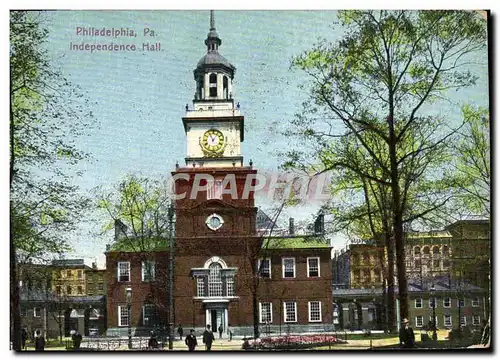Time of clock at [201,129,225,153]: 11:06
